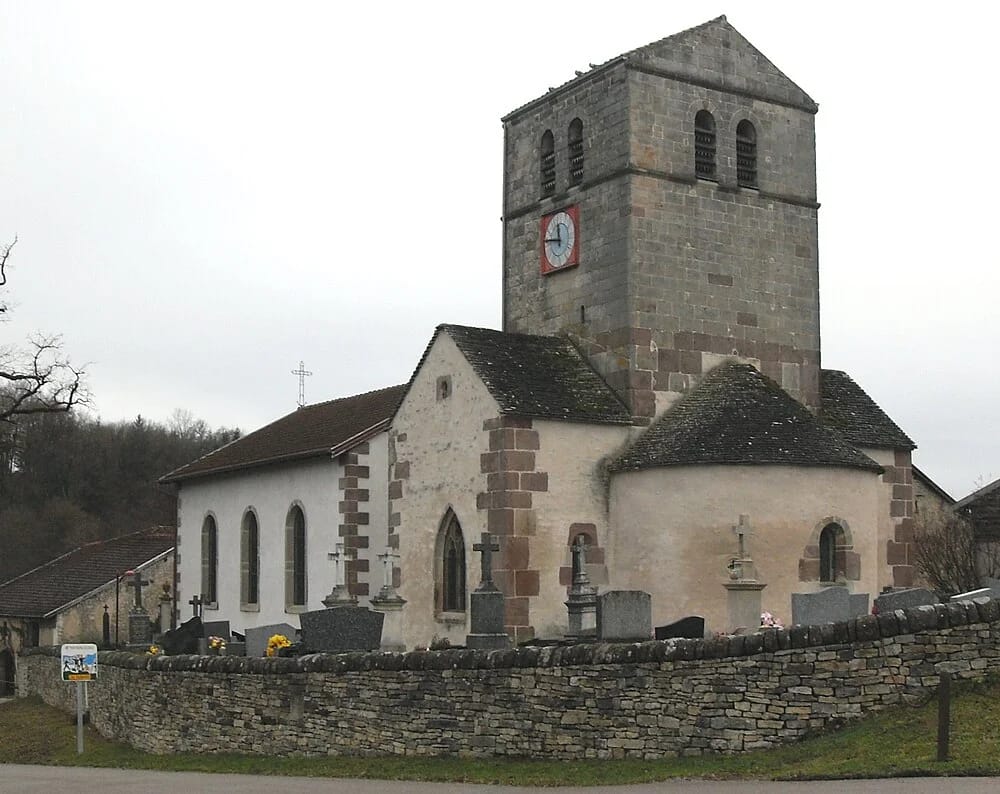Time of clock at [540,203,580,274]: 11:46
